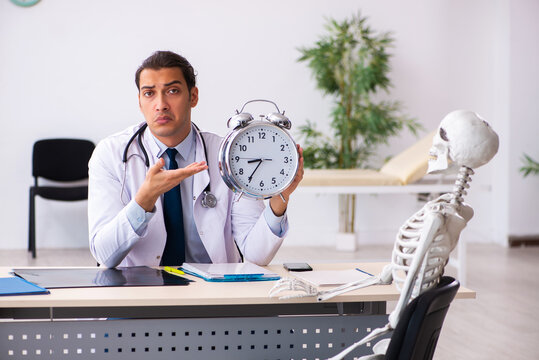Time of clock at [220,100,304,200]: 8:35
